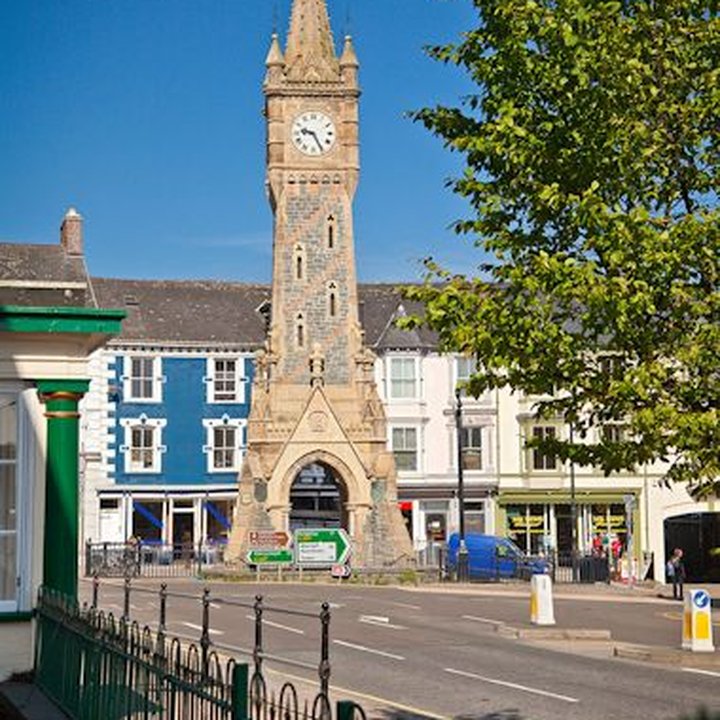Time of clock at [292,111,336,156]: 9:25
